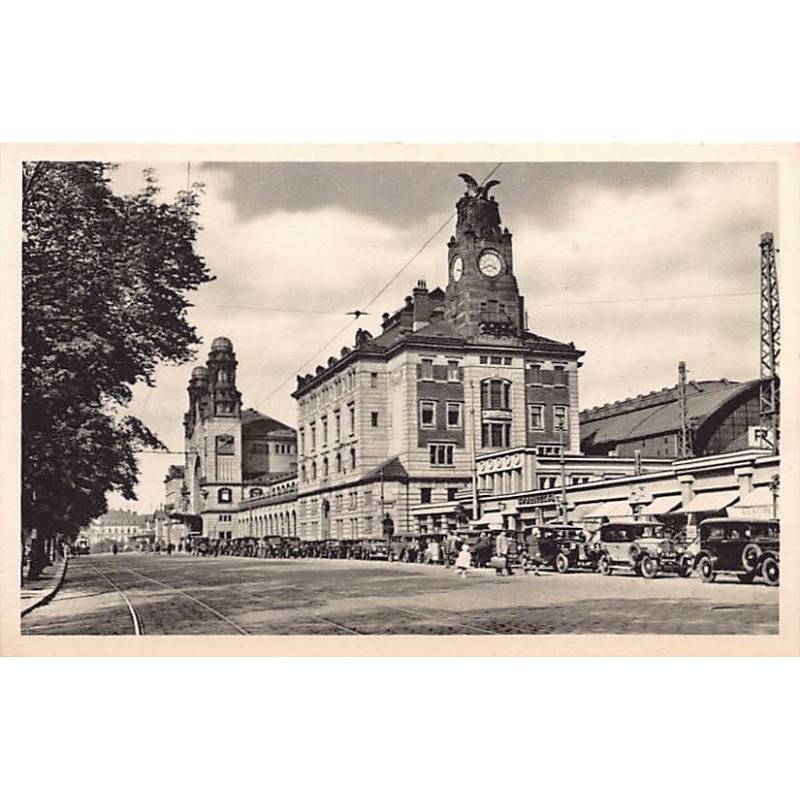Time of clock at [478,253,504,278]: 3:40
